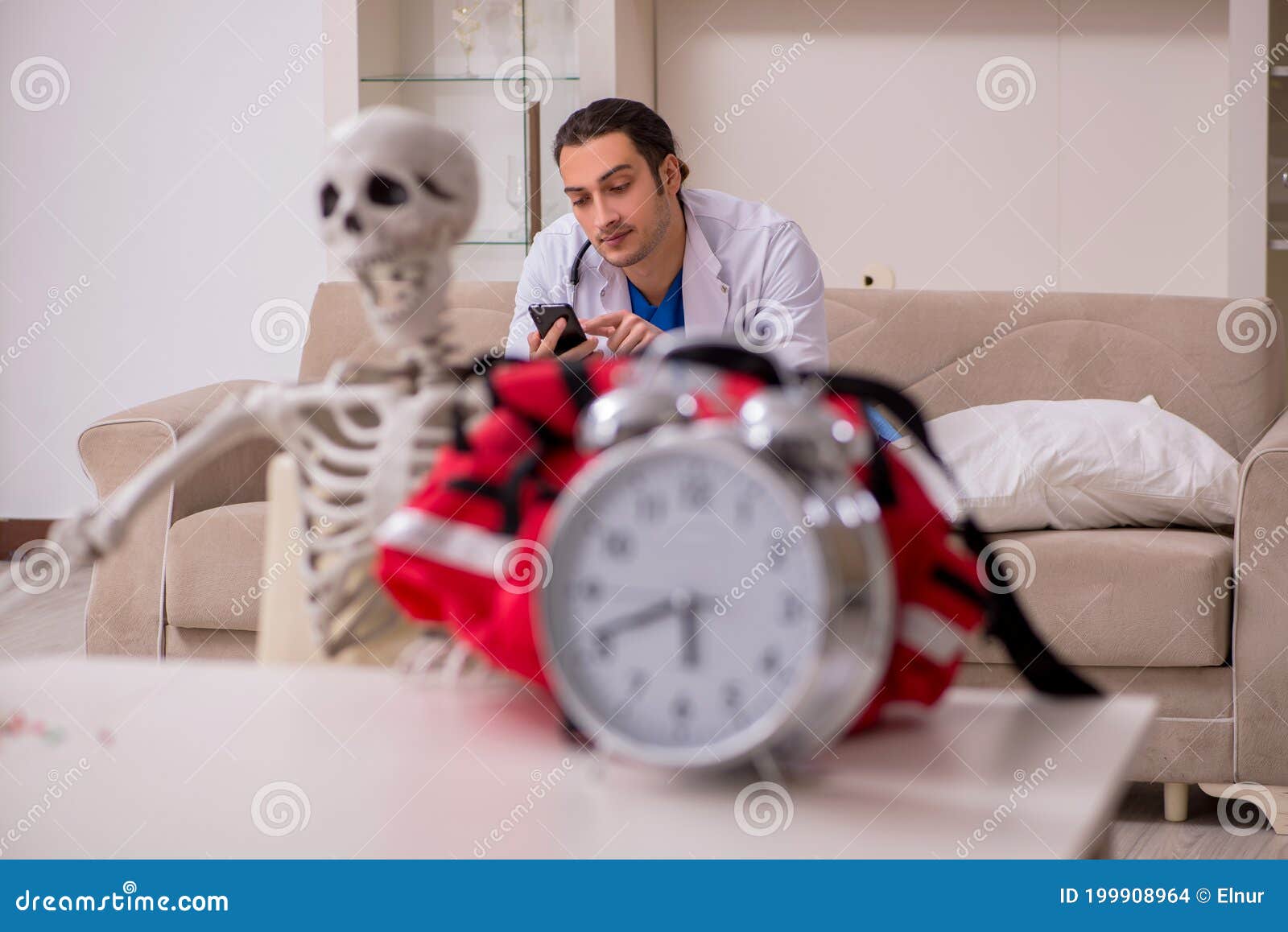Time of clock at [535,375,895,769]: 5:41
